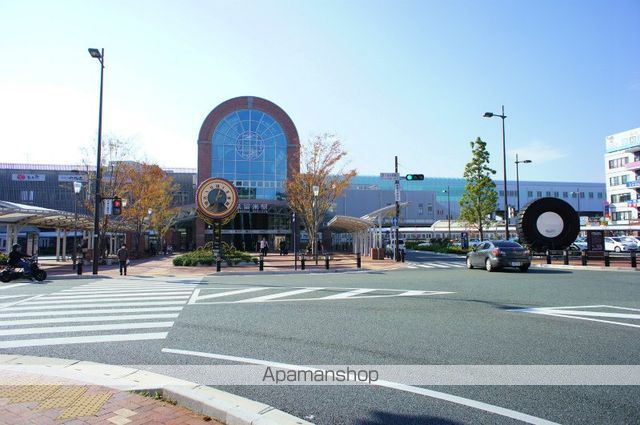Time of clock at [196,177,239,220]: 12:37
